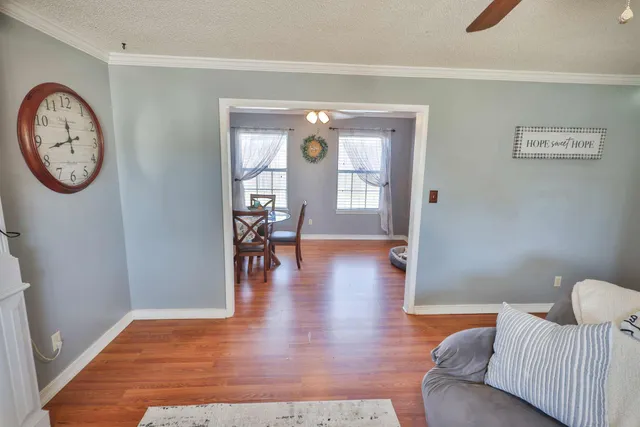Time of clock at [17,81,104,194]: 11:42
